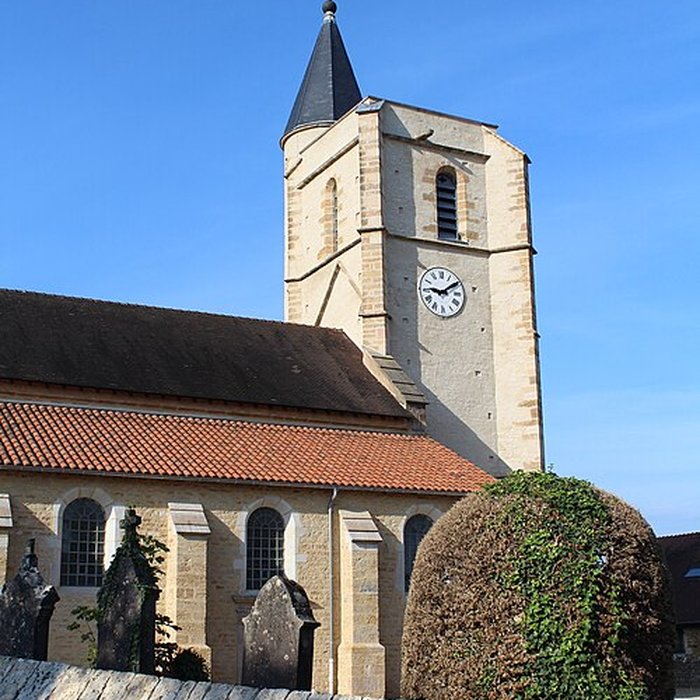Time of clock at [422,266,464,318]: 9:09
